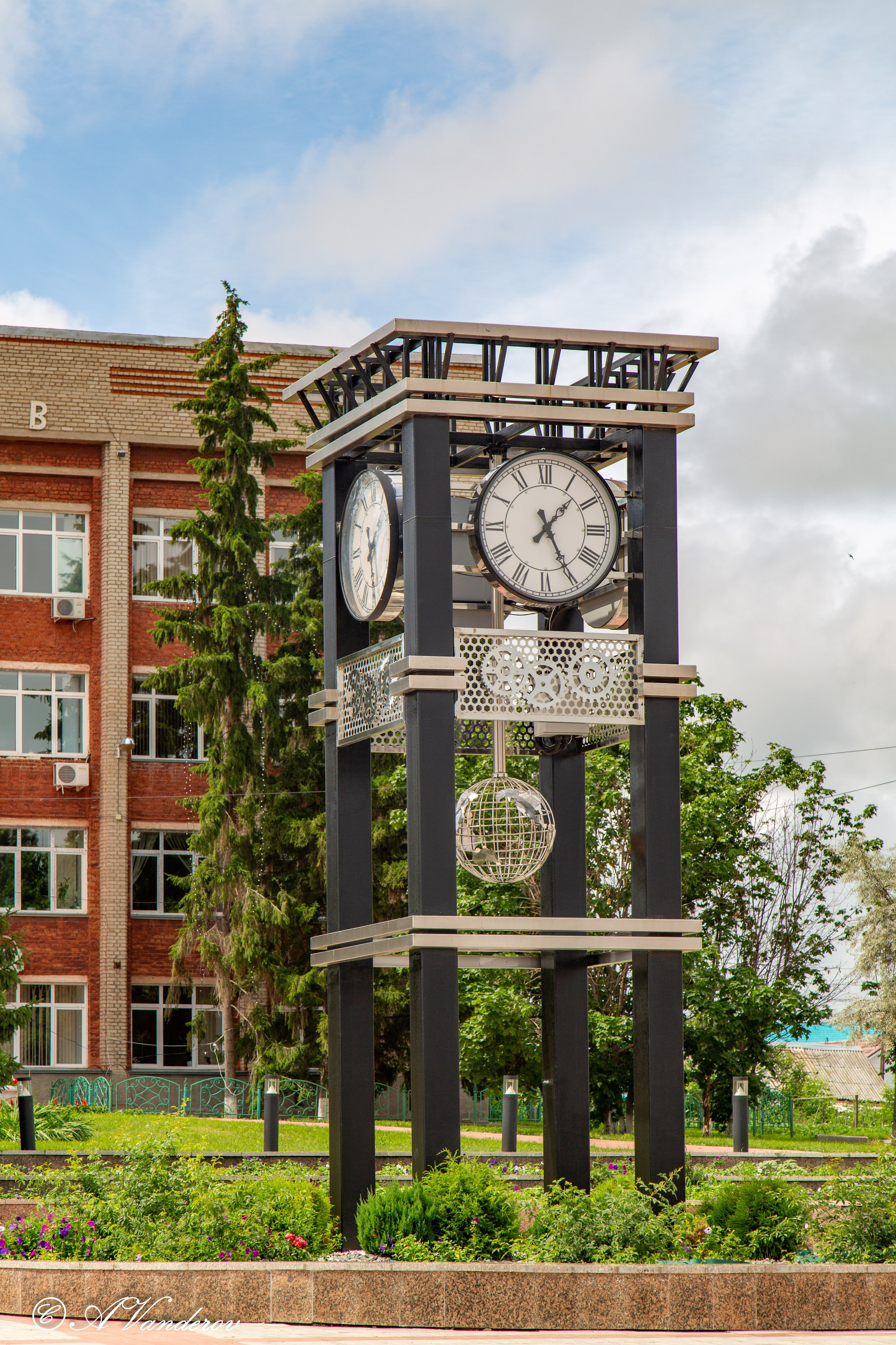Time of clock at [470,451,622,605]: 1:25
